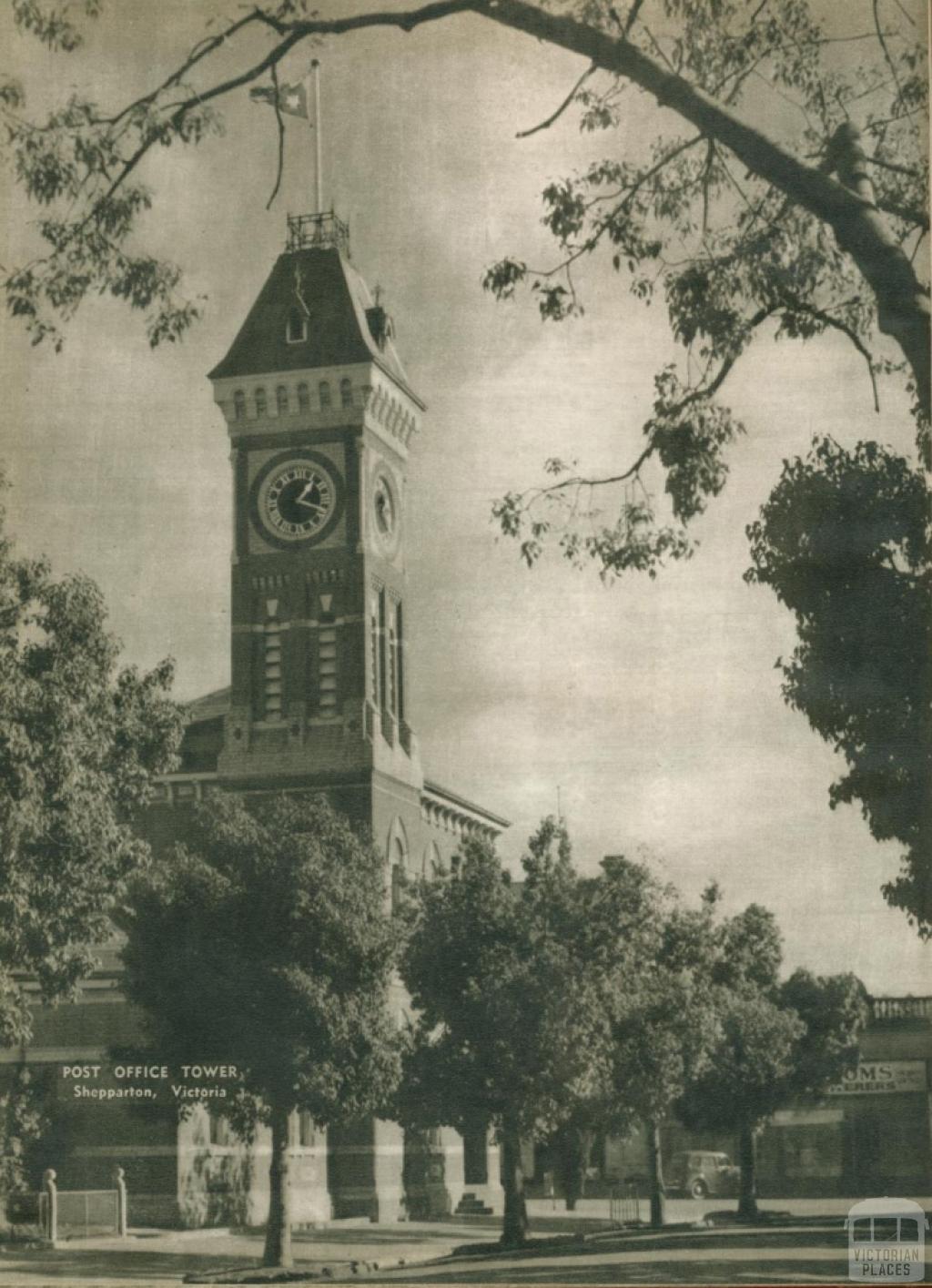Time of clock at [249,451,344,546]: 1:18
